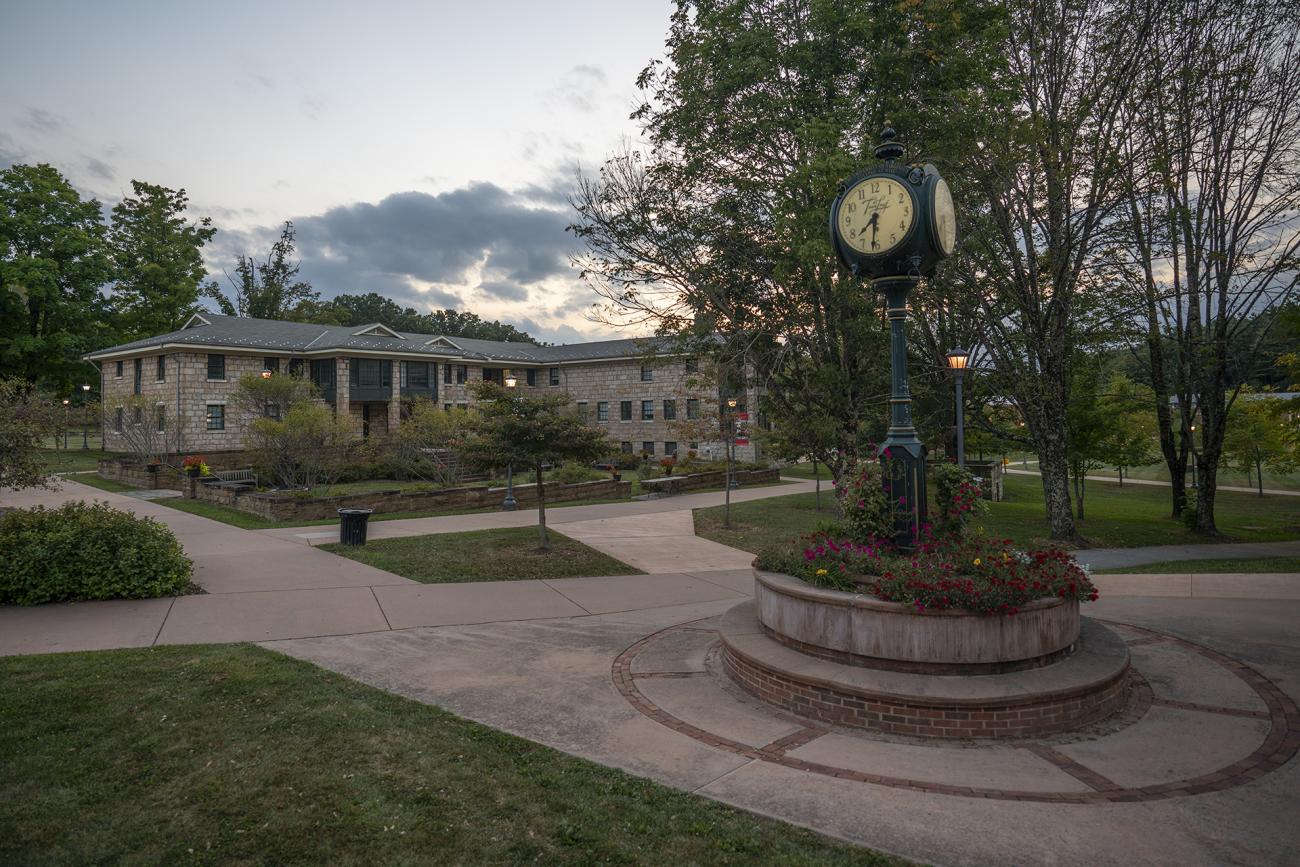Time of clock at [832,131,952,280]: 7:31
